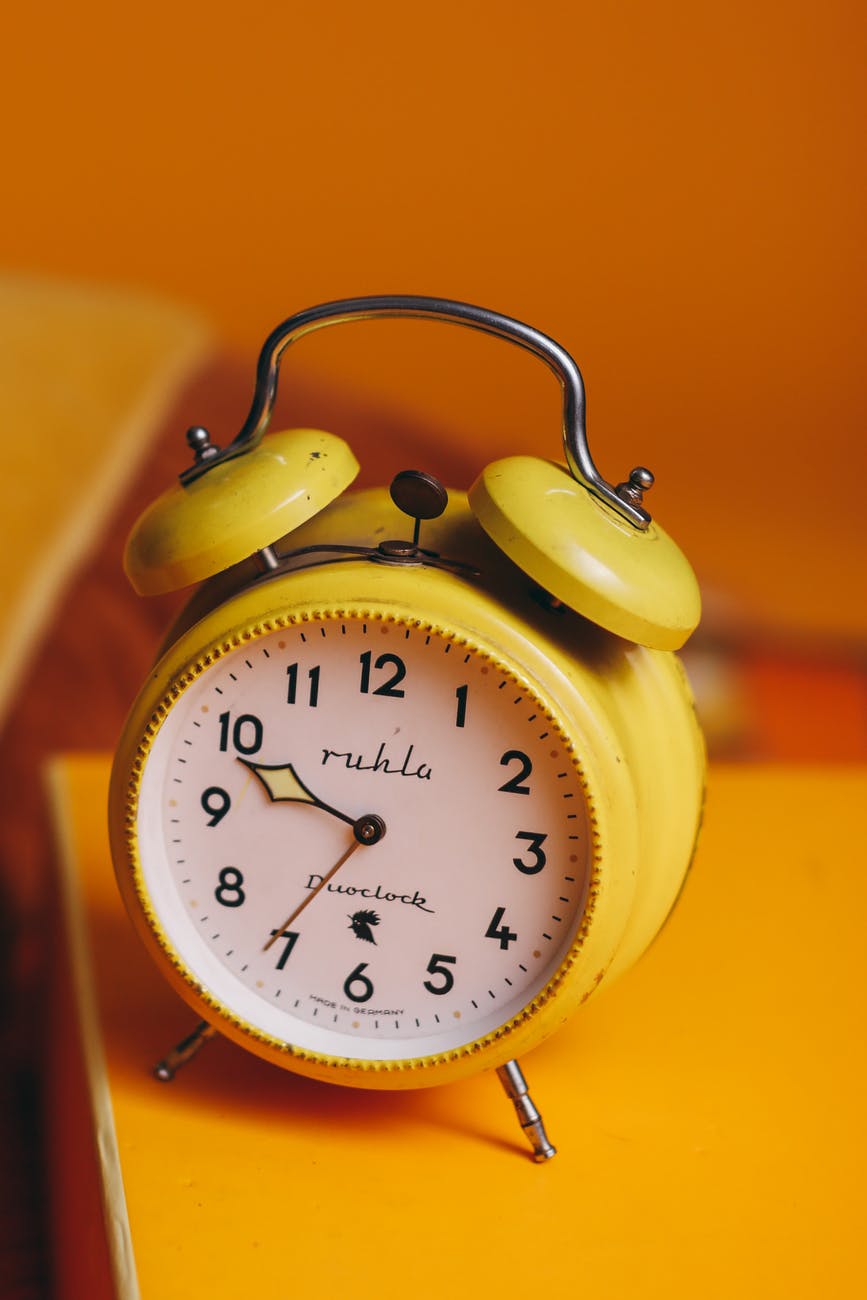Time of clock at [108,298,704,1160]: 9:35
